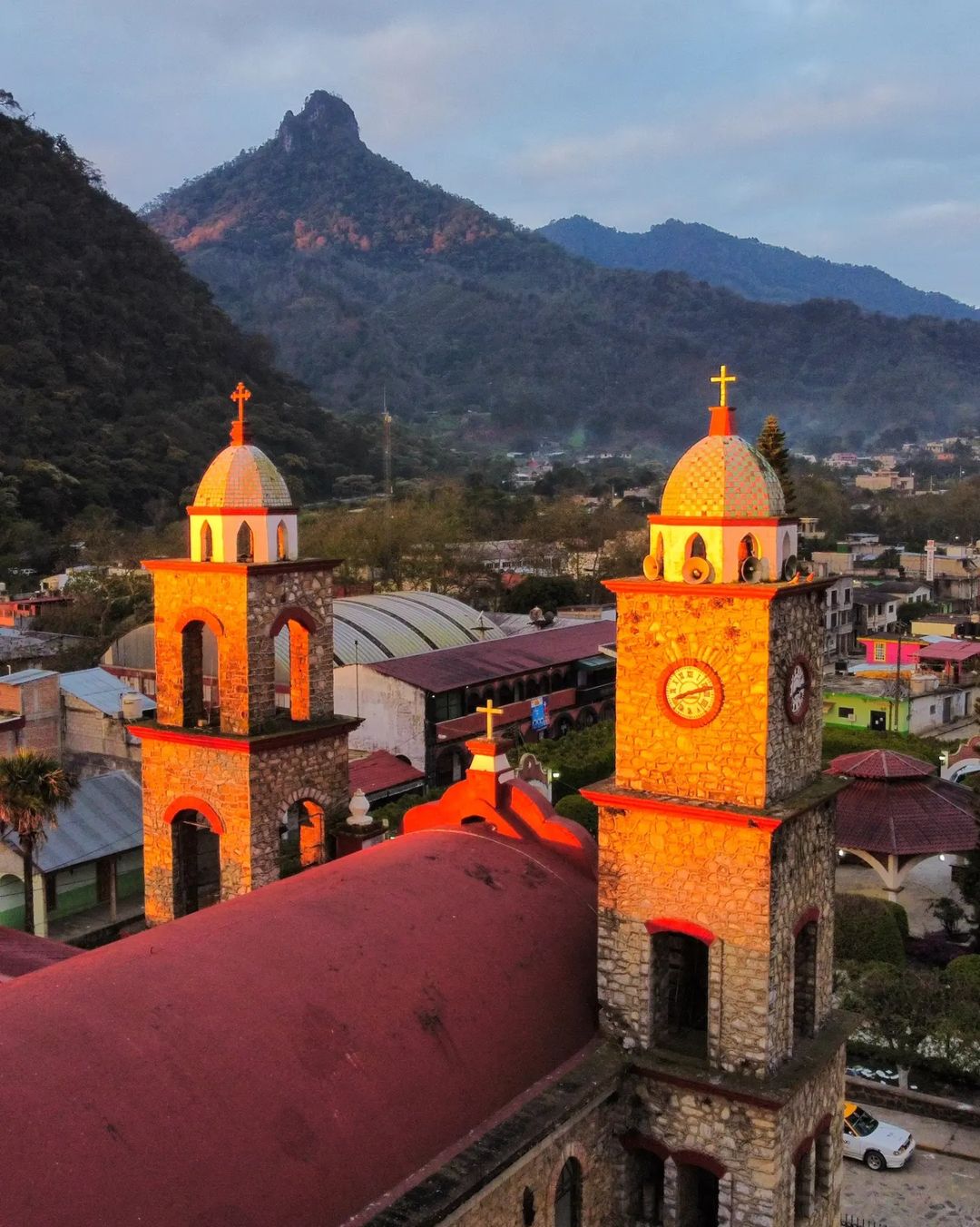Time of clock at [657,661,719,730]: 8:12
